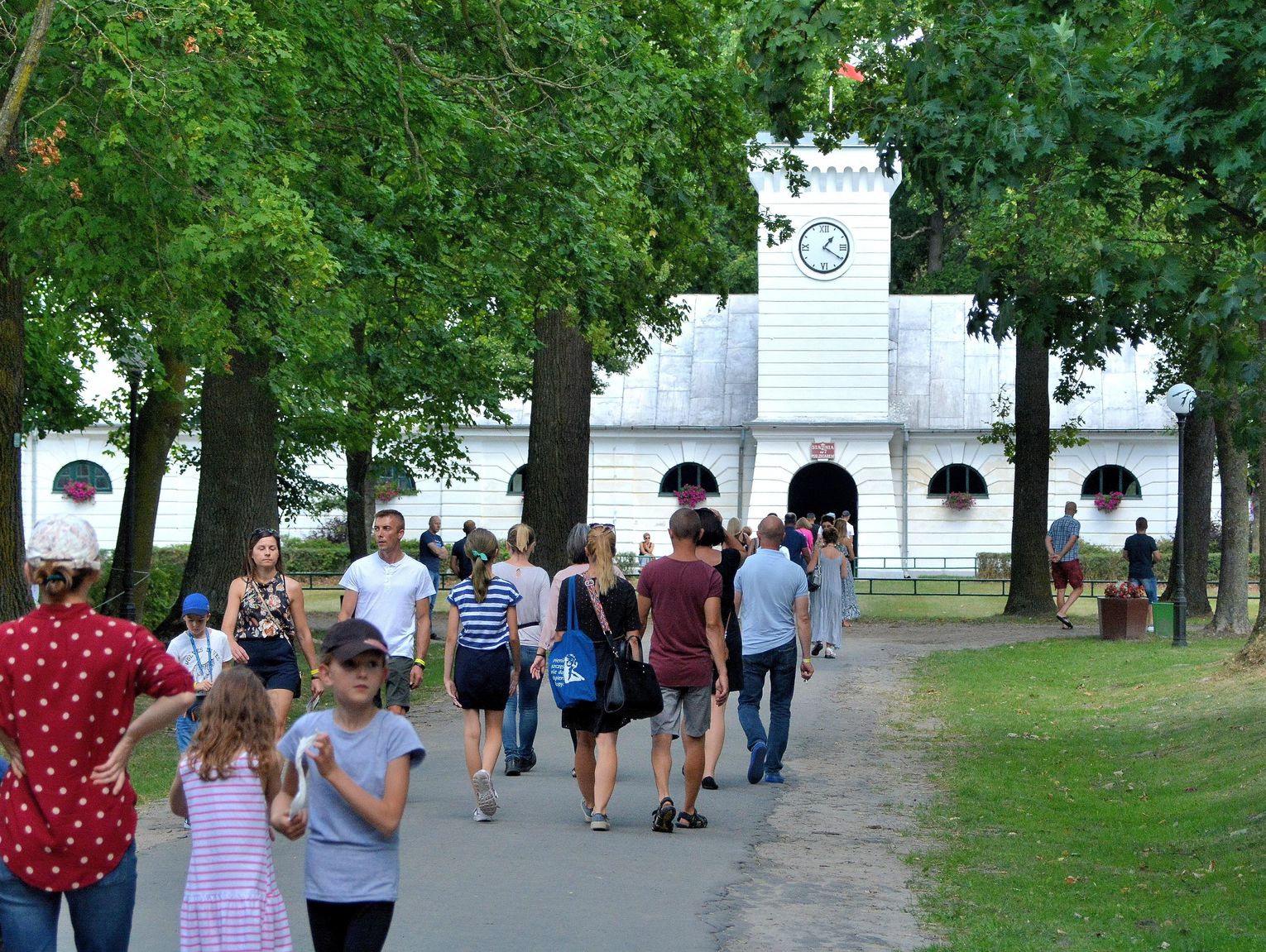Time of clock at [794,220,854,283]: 1:20
